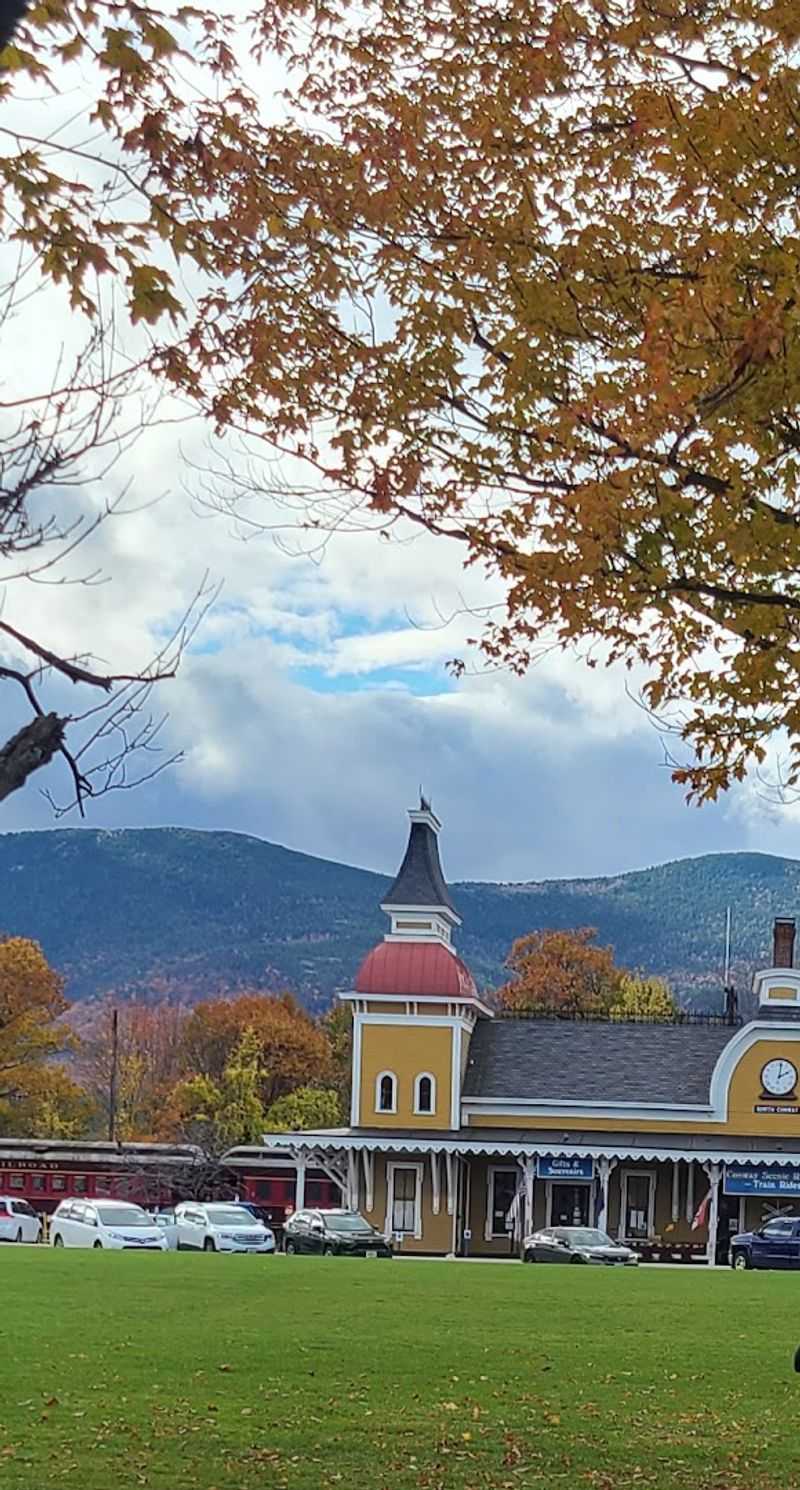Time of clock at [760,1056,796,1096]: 2:01
